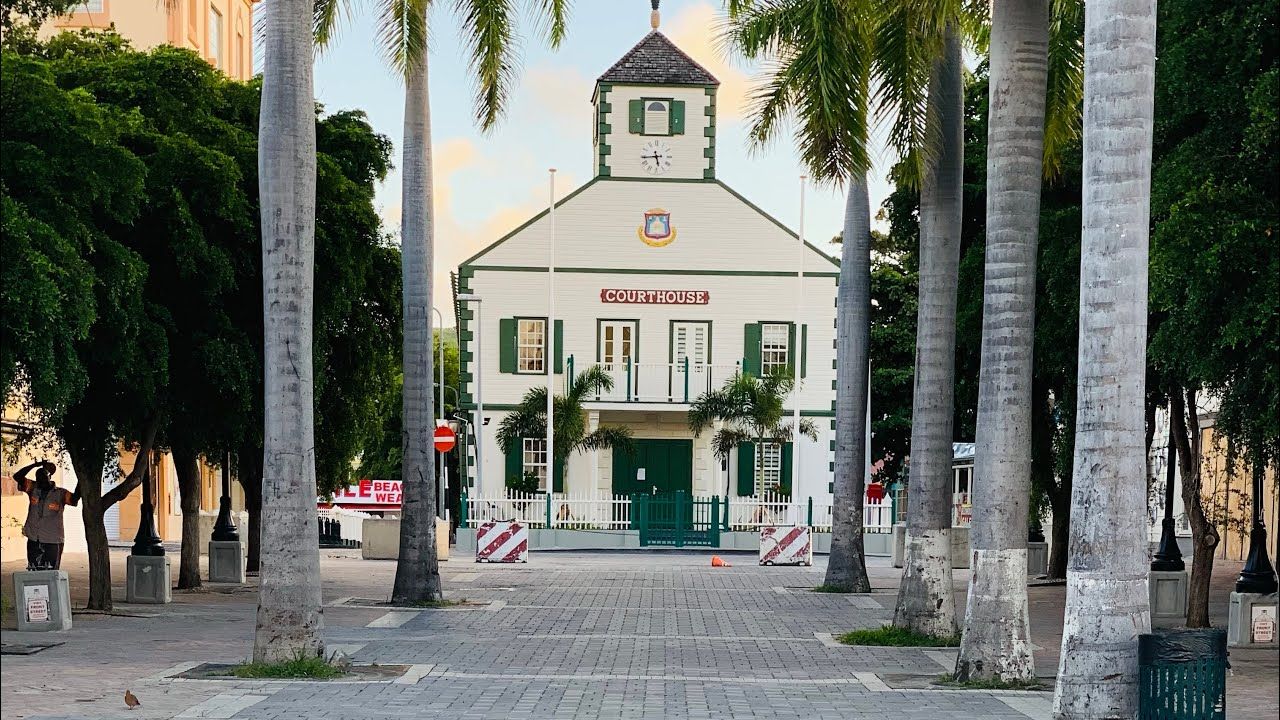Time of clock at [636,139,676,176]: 5:44
